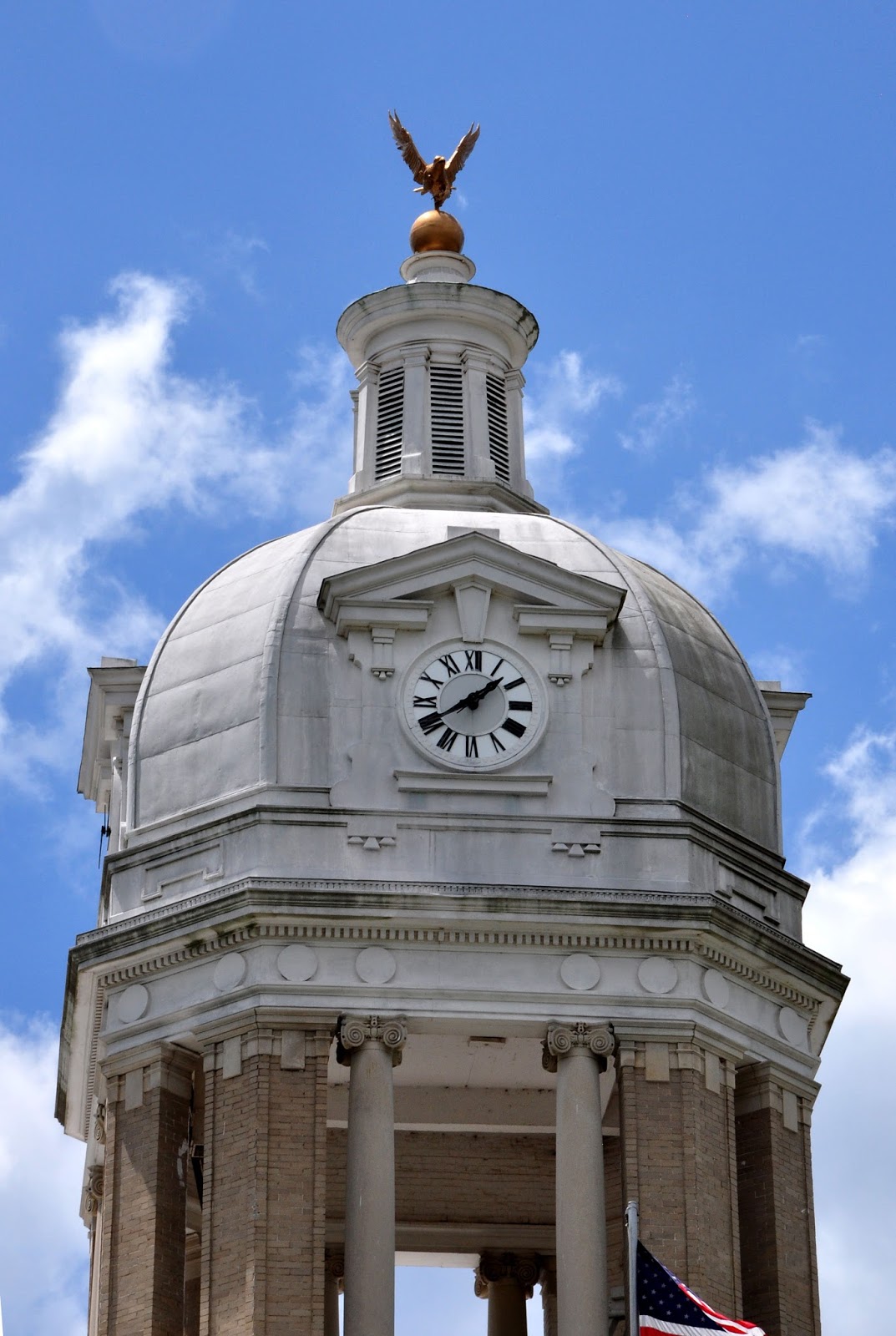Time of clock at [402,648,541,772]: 1:39
